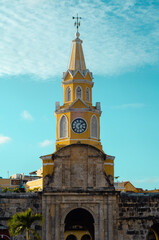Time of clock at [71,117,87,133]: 6:08
